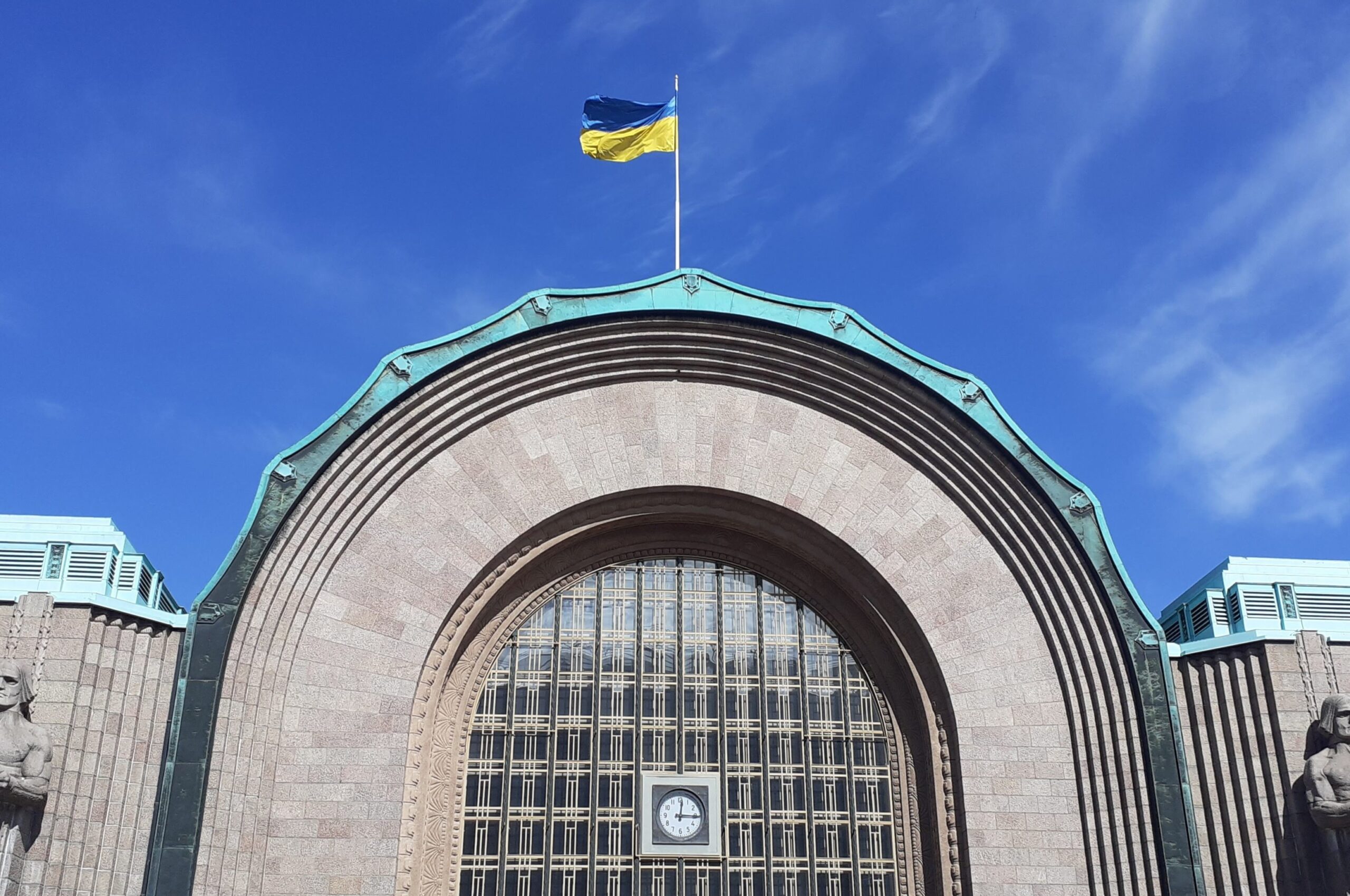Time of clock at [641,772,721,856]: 12:15
